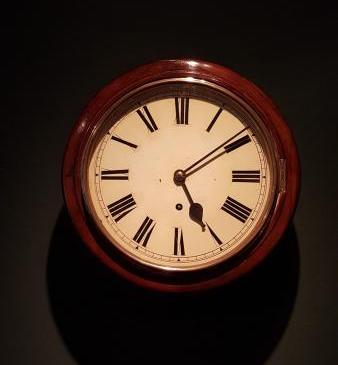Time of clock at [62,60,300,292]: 5:09
